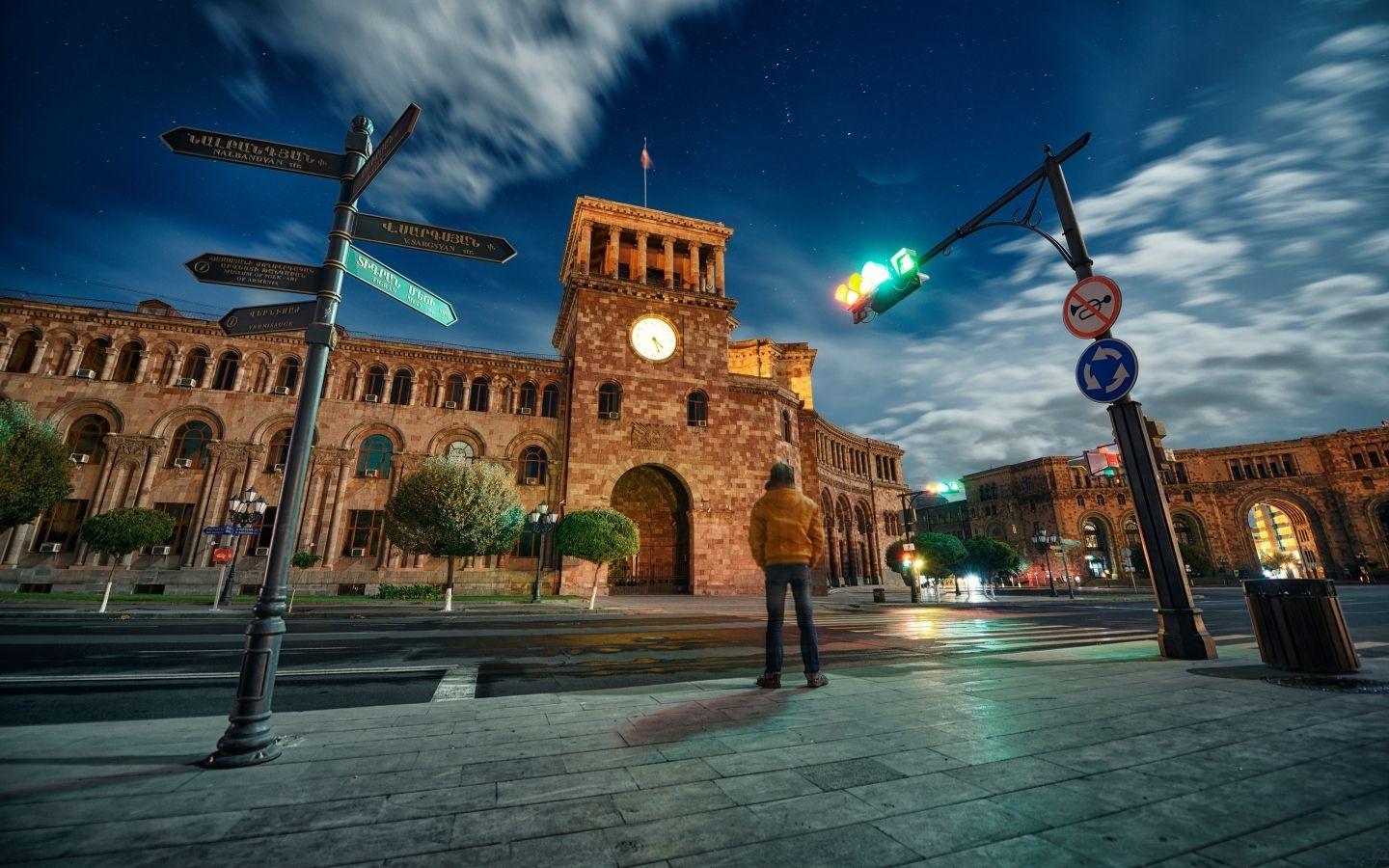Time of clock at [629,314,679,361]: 4:26
